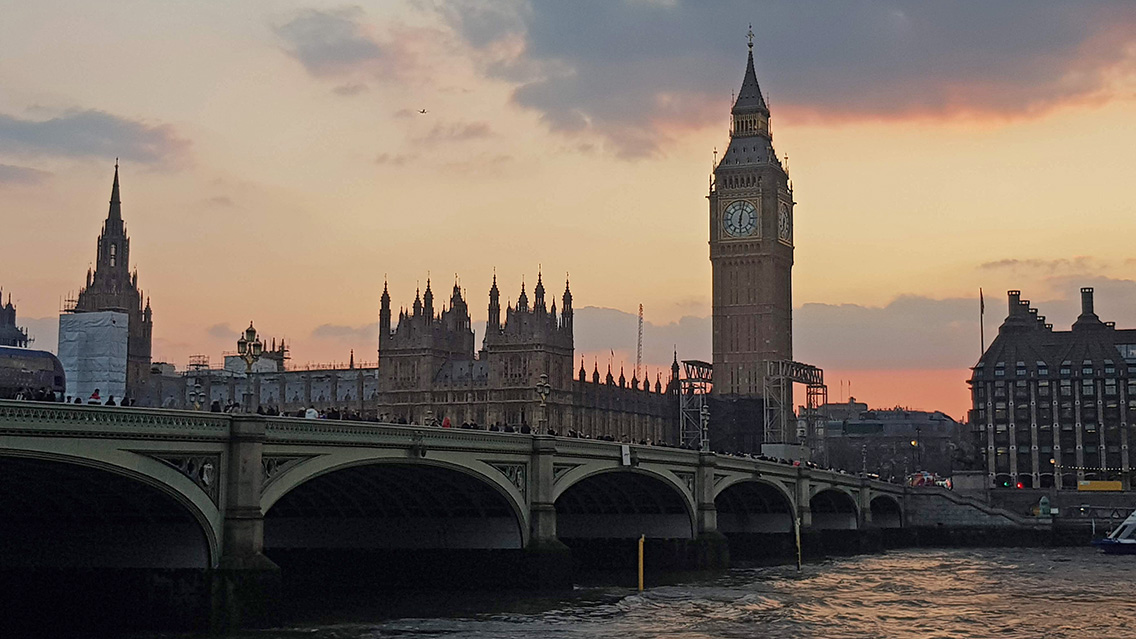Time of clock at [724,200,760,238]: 6:02
